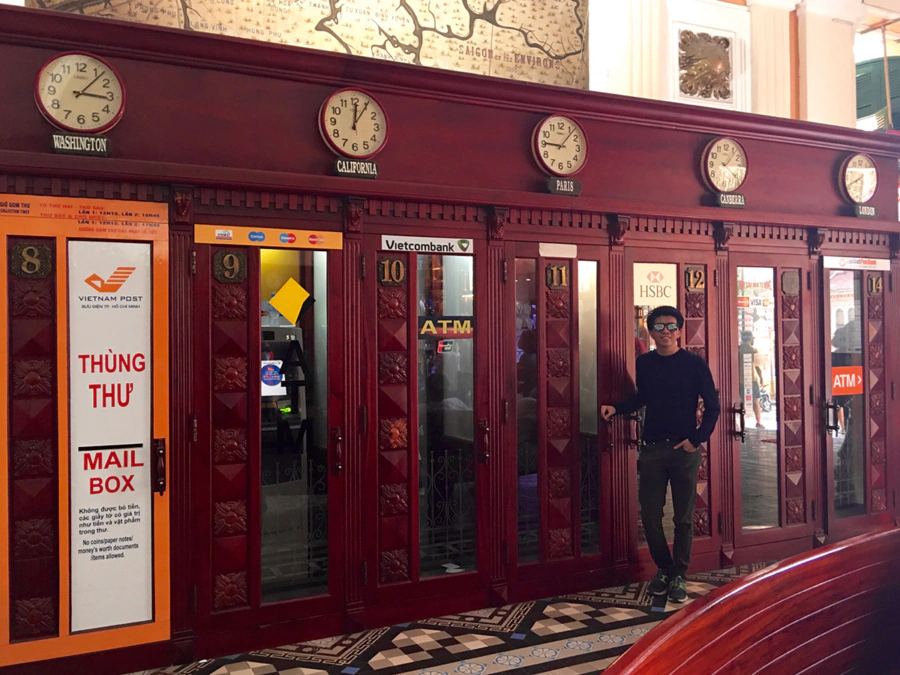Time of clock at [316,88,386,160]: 12:05
